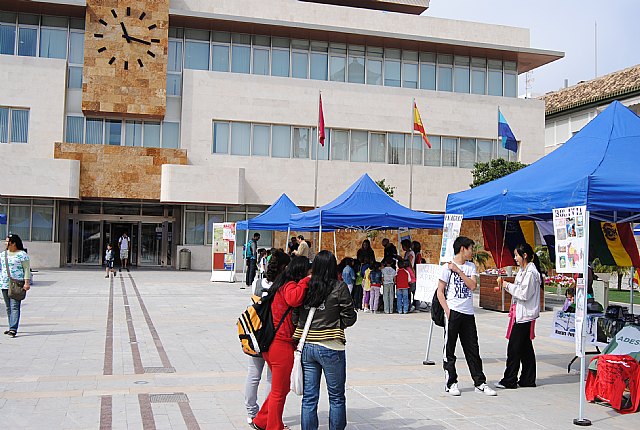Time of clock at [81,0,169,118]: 11:16
